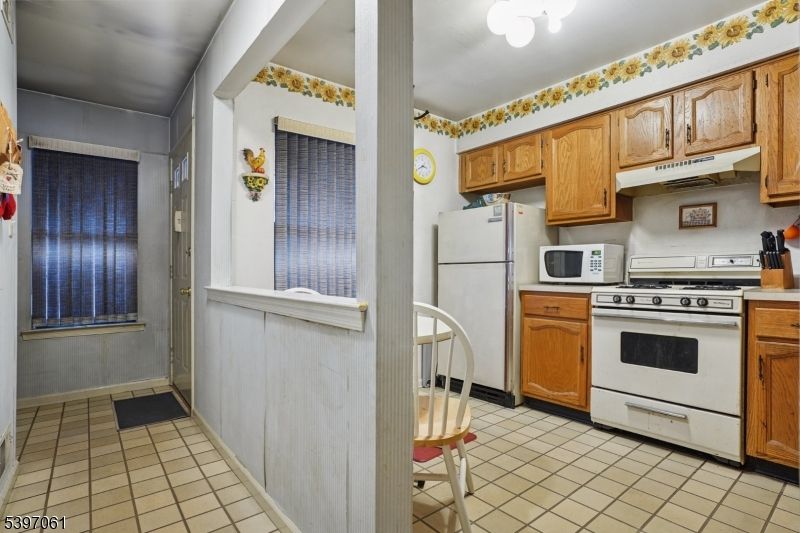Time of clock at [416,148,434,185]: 3:40
